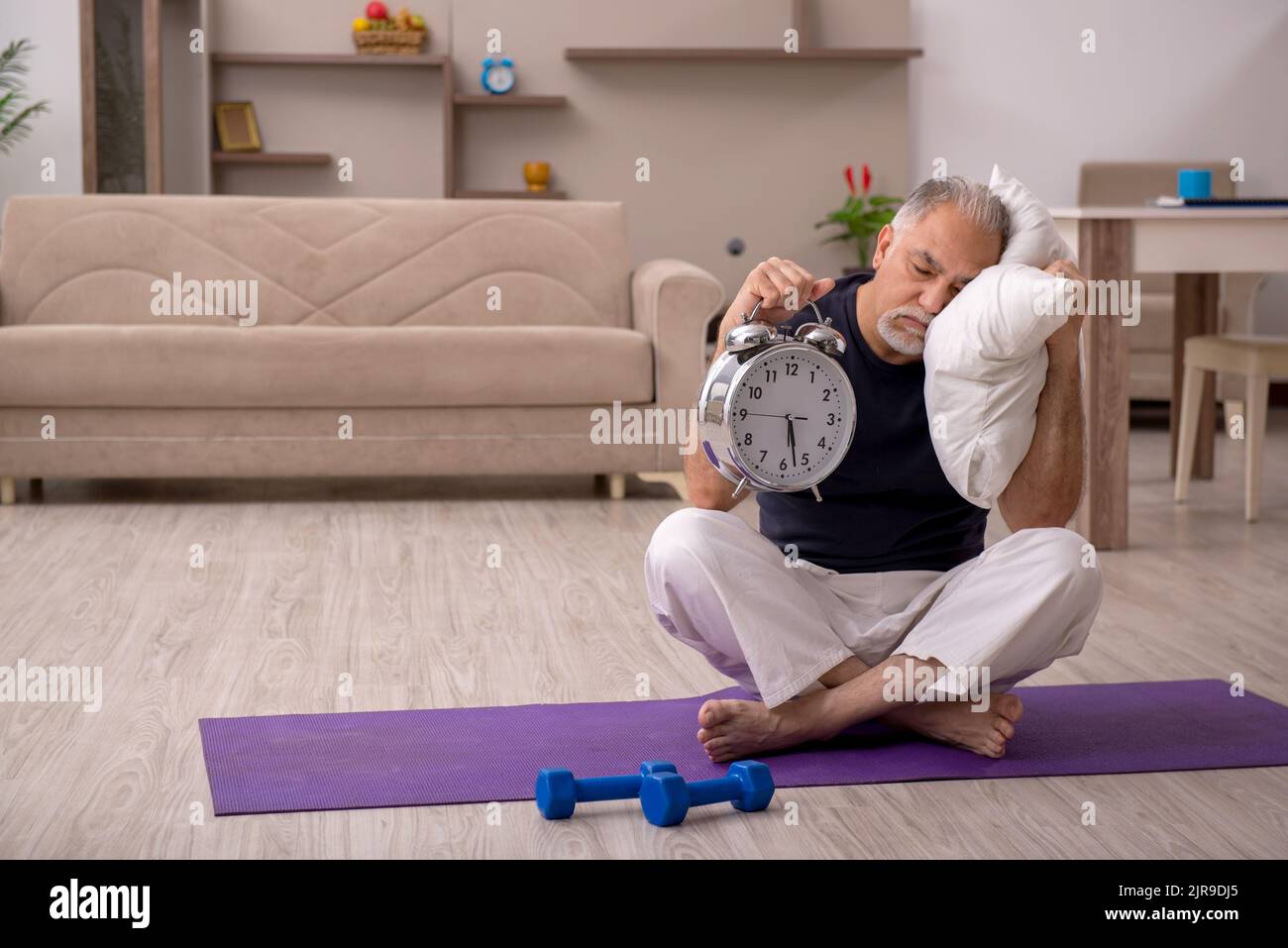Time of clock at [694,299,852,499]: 5:27
